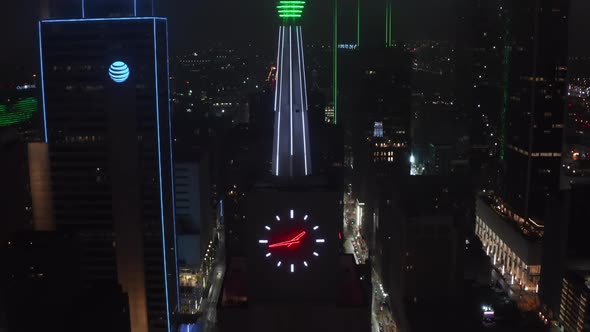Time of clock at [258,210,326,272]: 1:43
